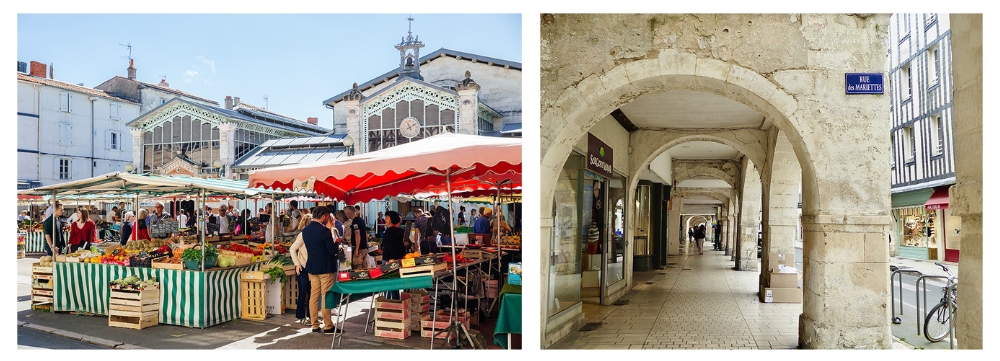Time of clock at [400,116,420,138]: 11:09
